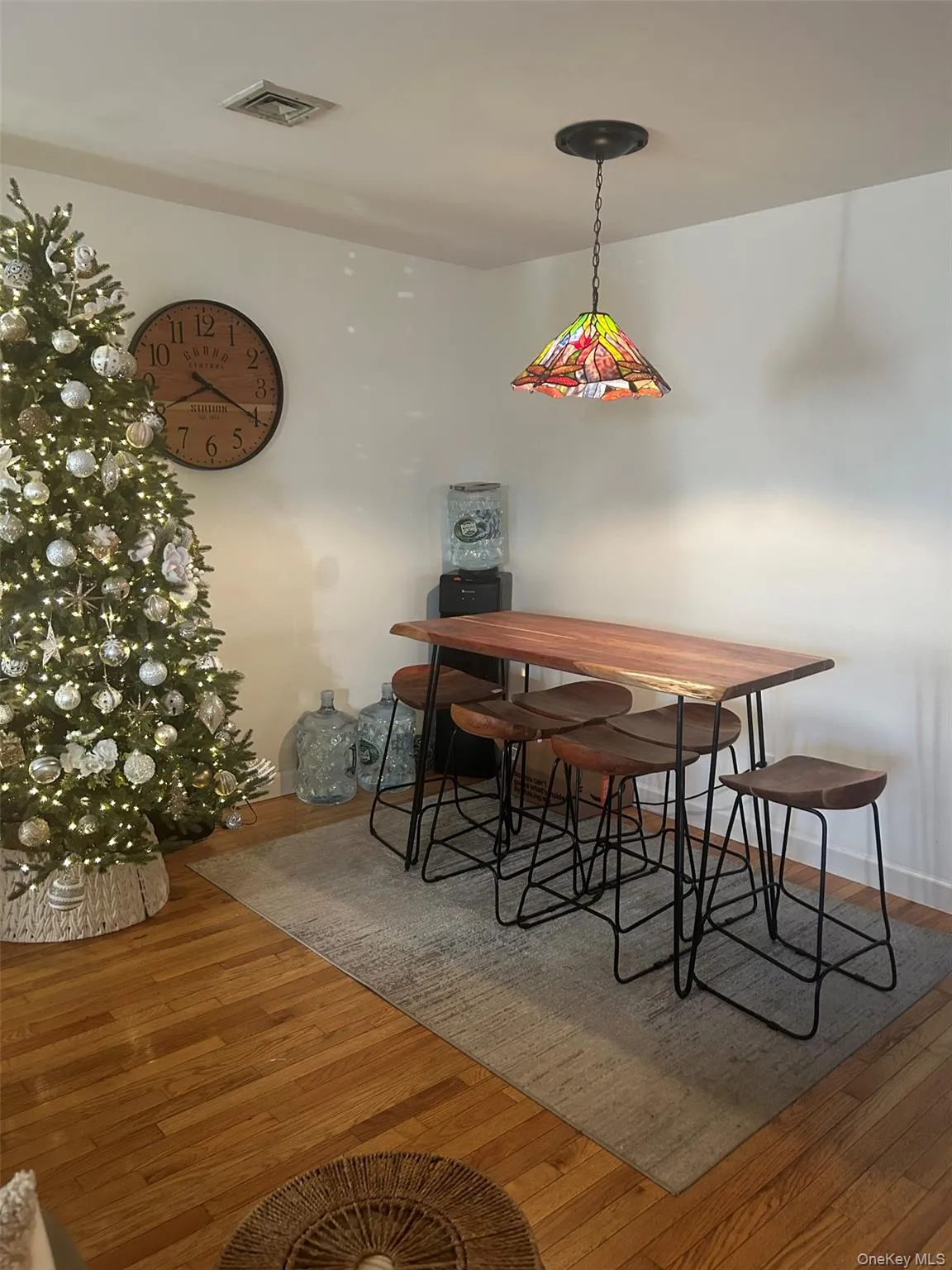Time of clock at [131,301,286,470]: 8:20
